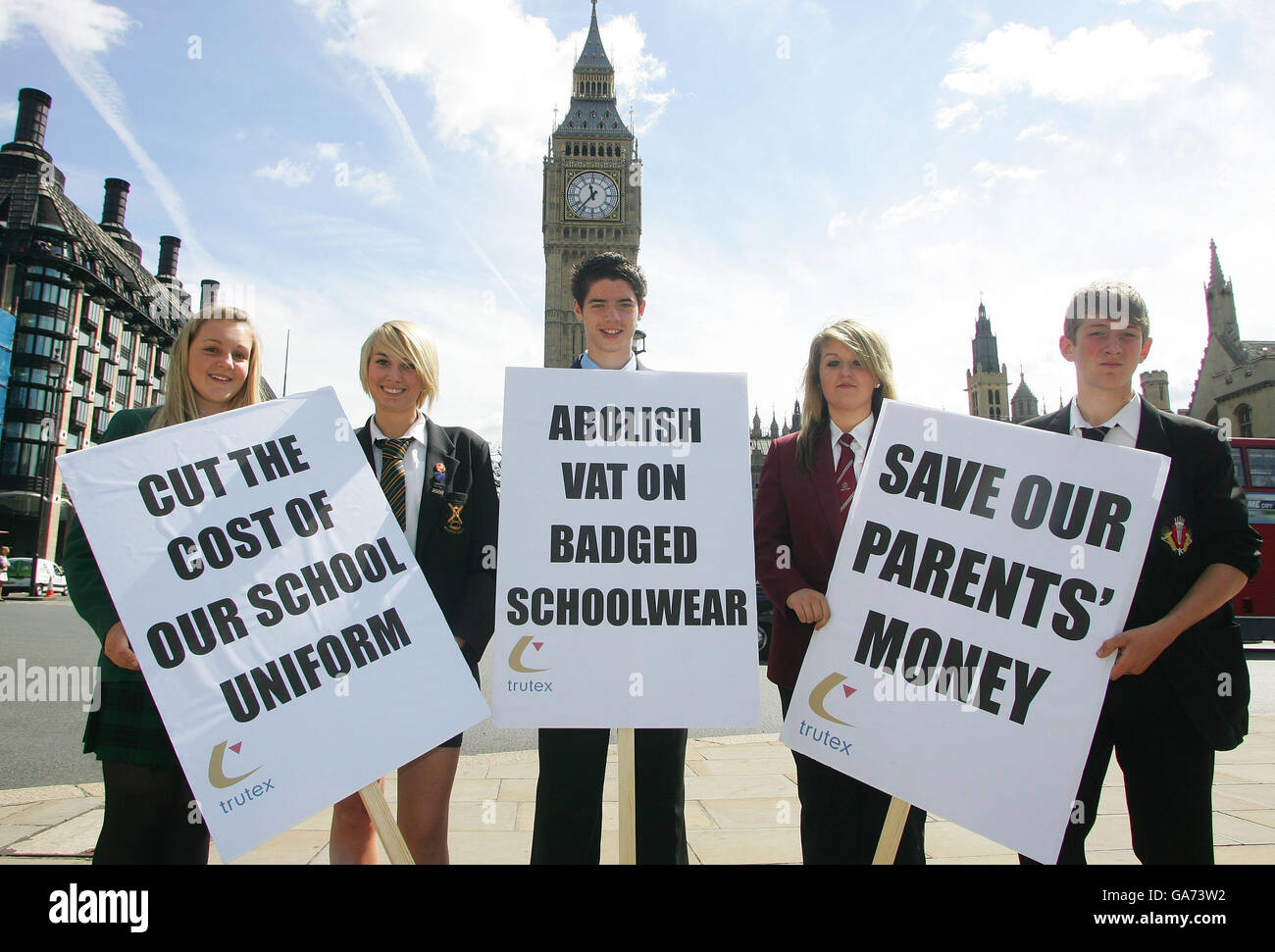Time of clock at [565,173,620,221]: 11:36
